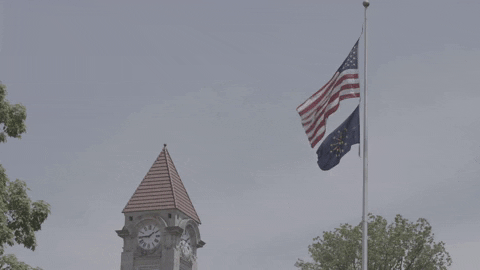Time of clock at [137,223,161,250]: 1:44
